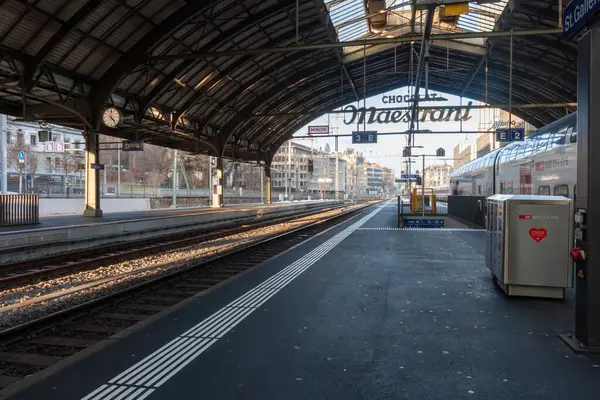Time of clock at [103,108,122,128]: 4:22
